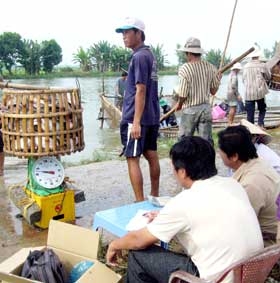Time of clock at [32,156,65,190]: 3:47
